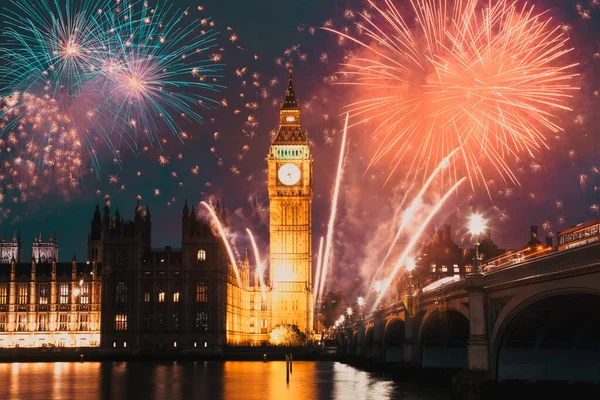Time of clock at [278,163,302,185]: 5:11
